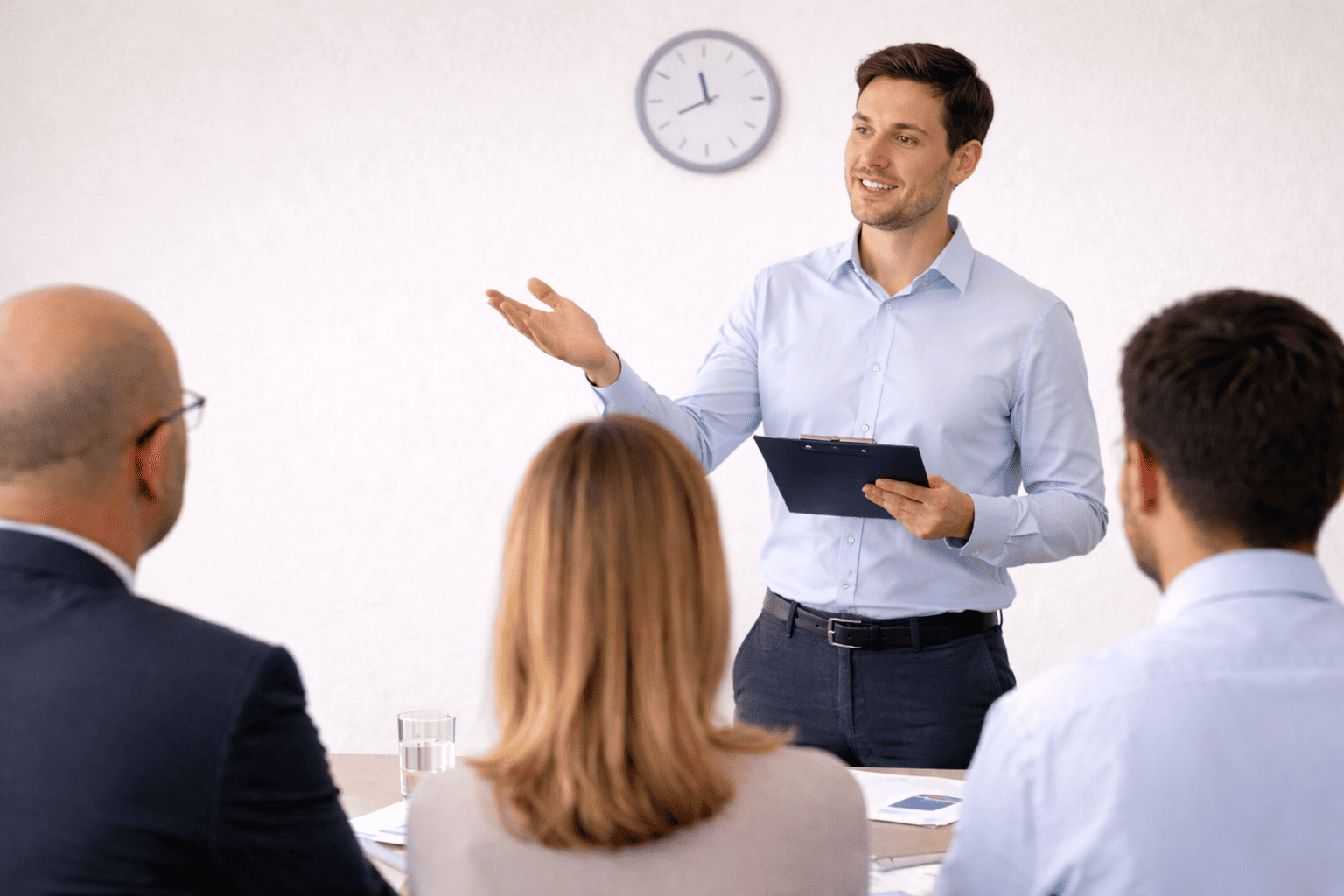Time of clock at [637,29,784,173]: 11:41
